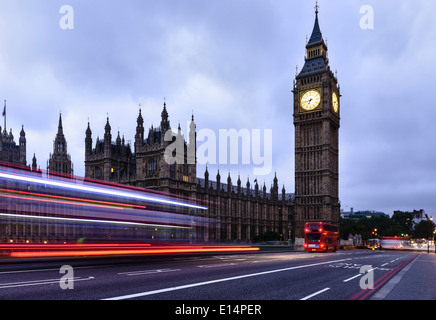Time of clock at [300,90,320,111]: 6:42
